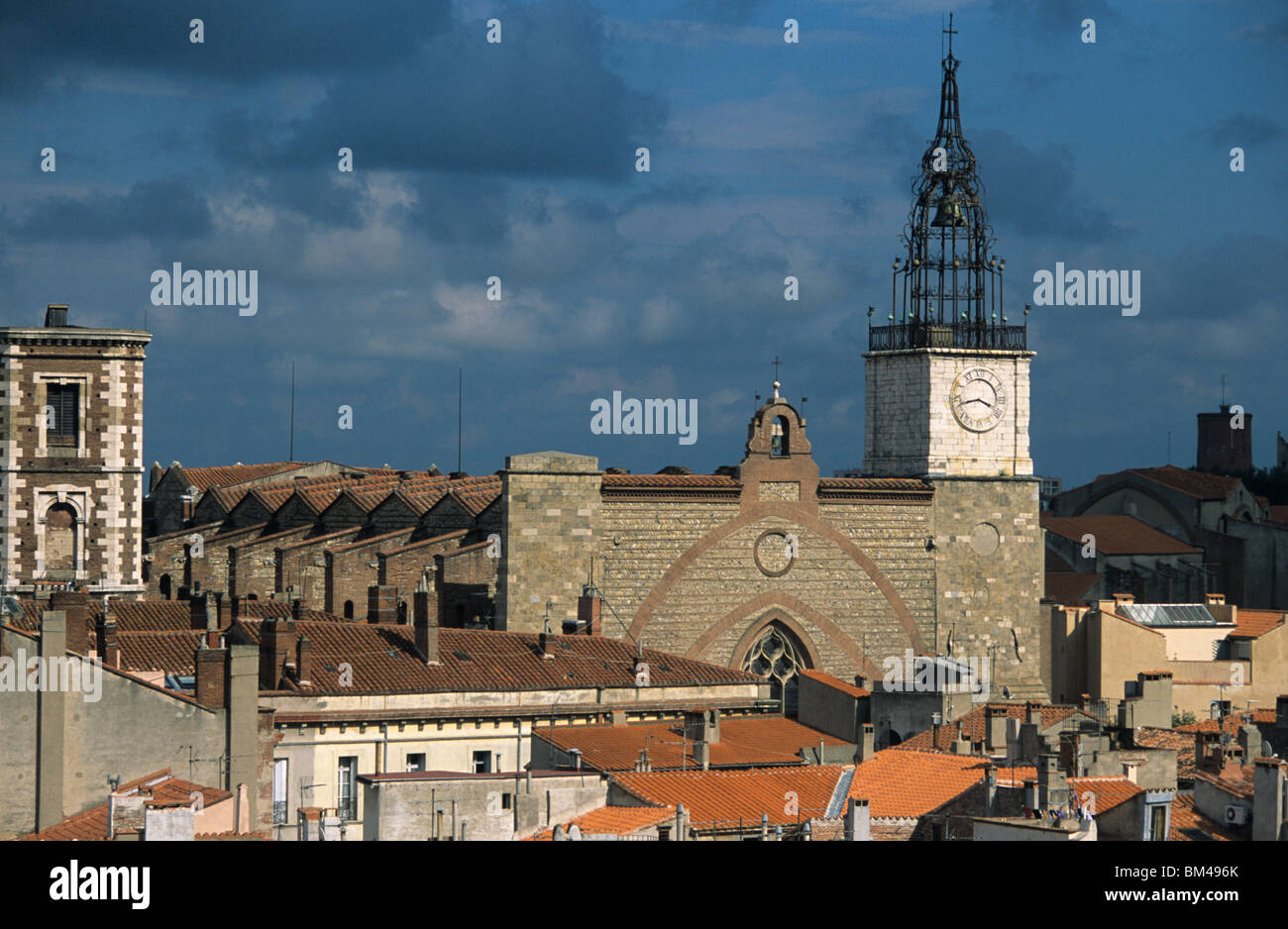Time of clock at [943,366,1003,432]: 3:43
